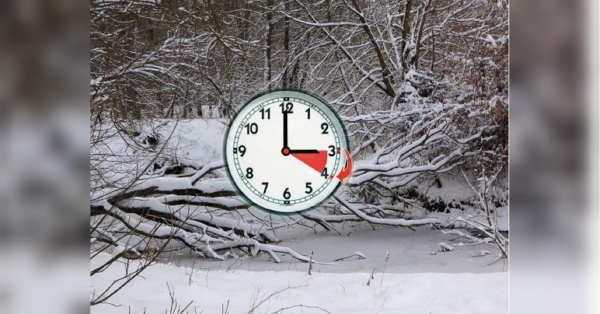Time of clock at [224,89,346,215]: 2:59
